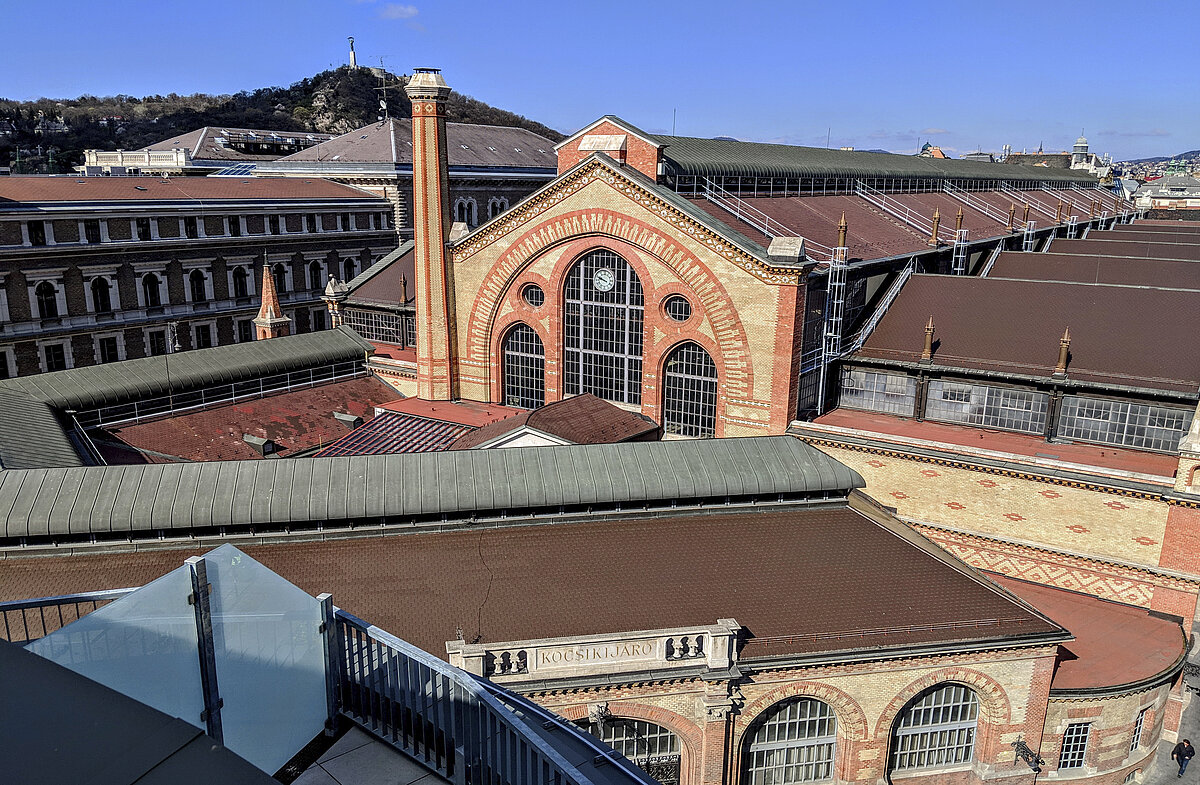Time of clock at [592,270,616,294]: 9:48
